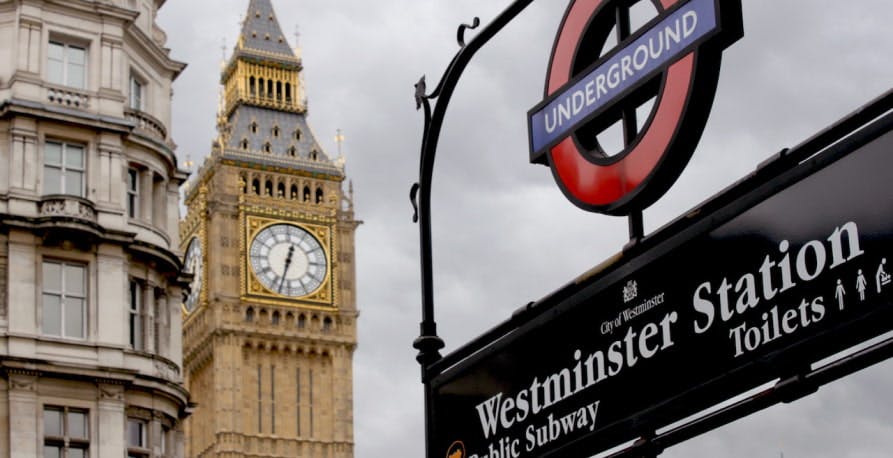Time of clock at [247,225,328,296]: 12:32
